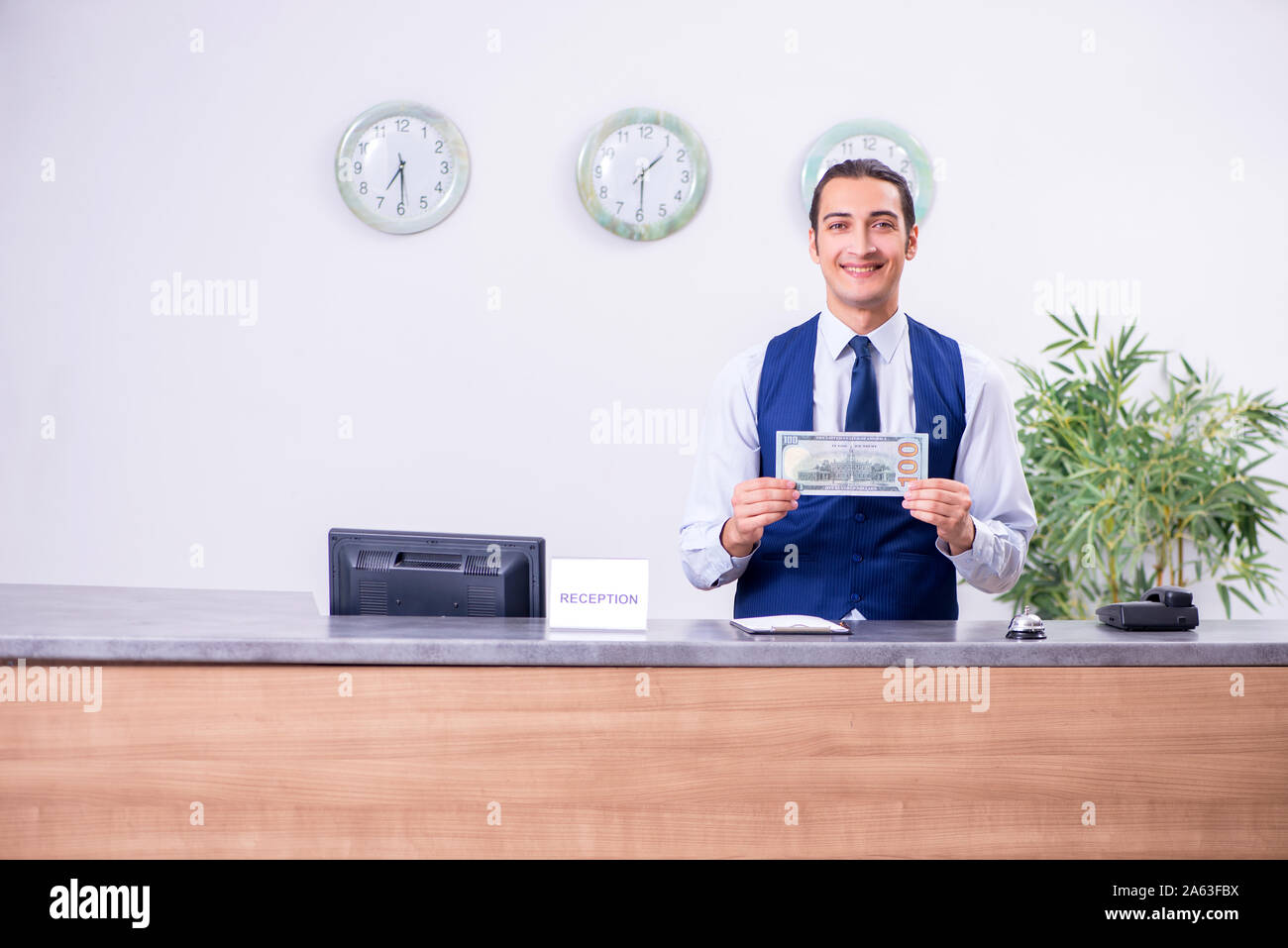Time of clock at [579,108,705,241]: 1:29
